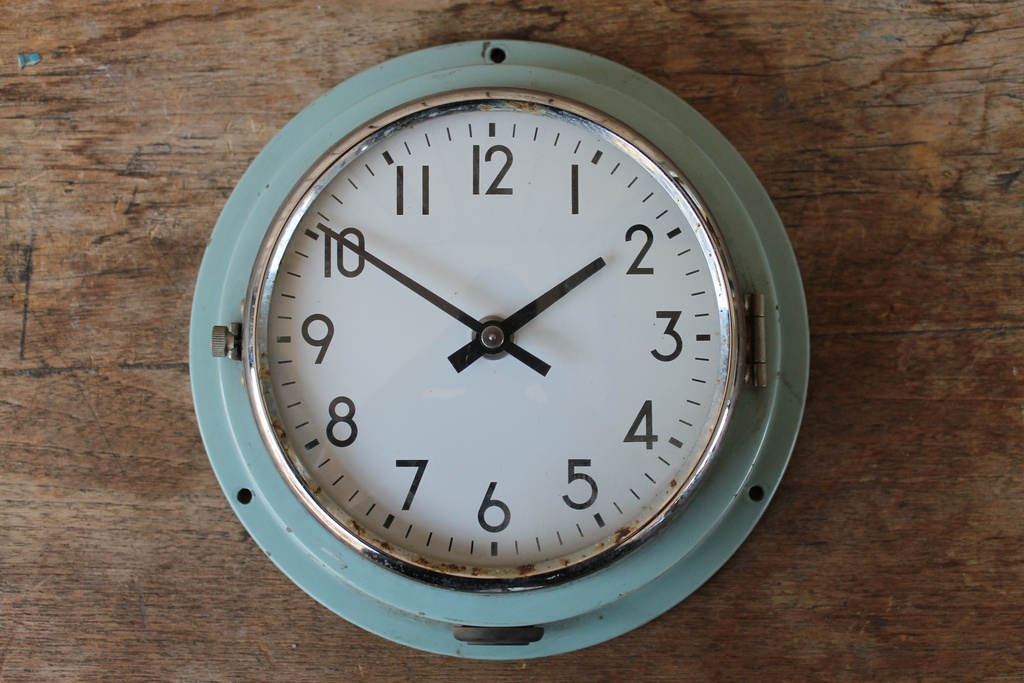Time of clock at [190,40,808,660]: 1:50
